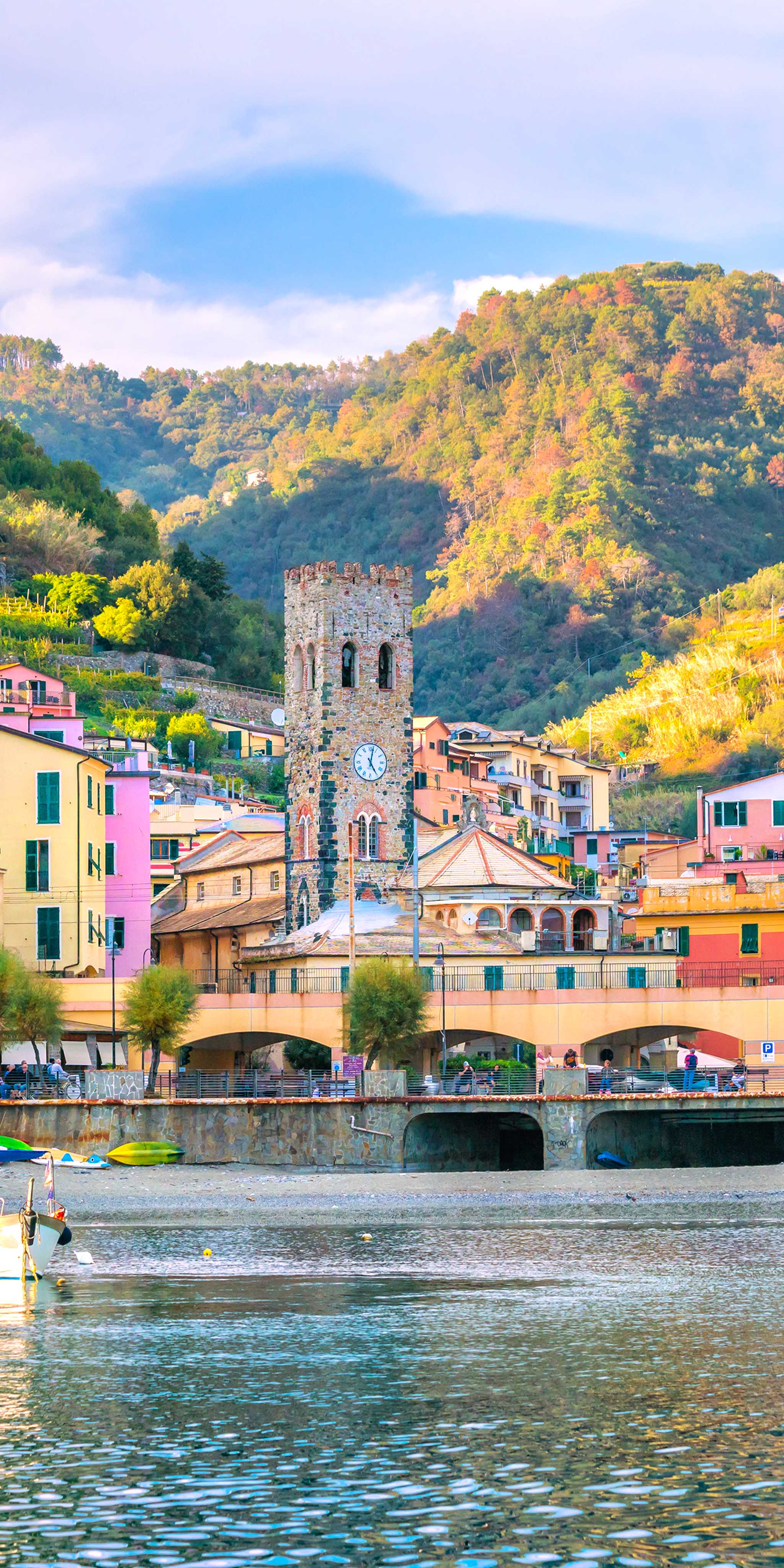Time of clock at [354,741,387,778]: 5:02
